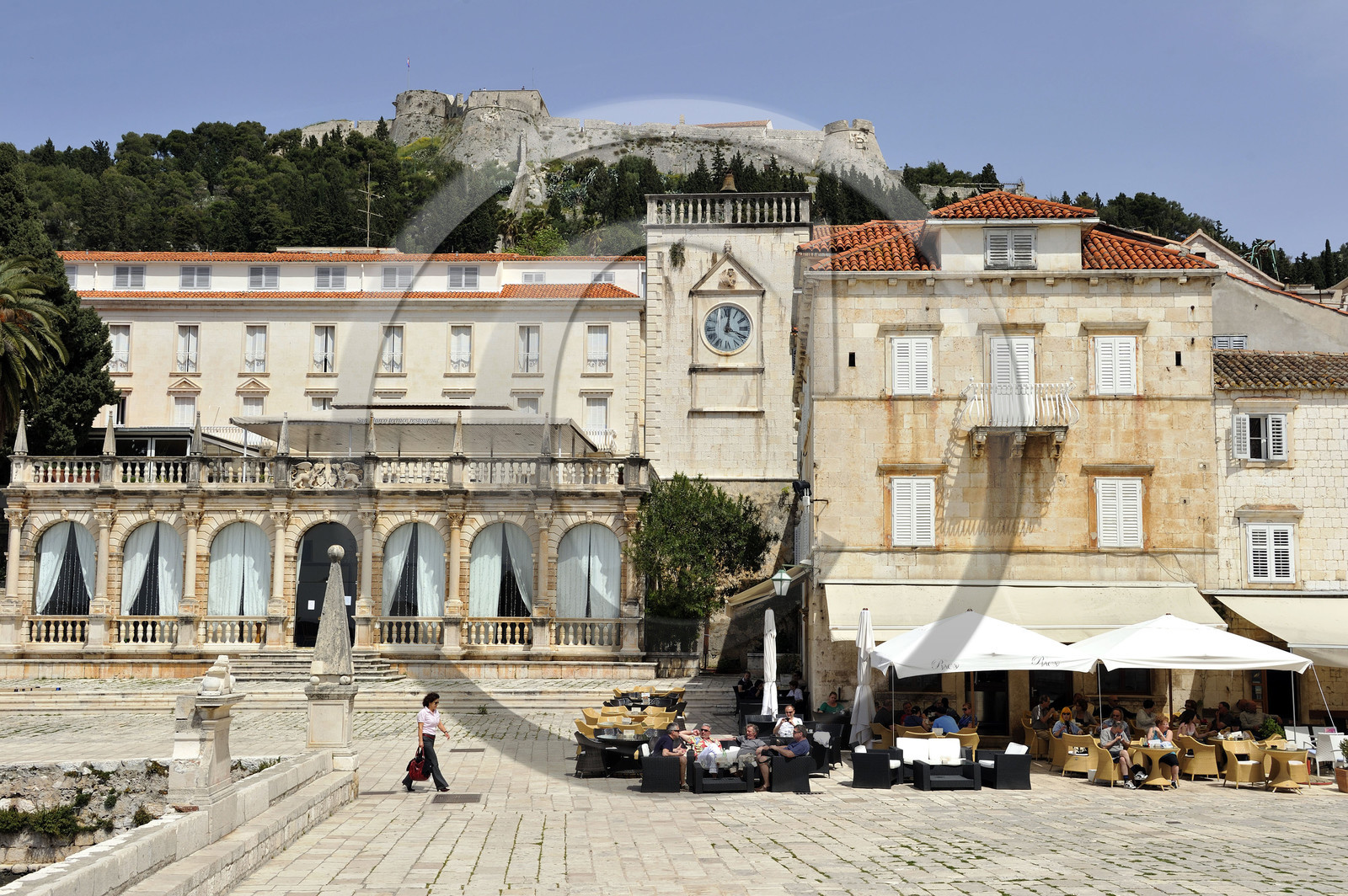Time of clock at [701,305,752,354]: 12:18
